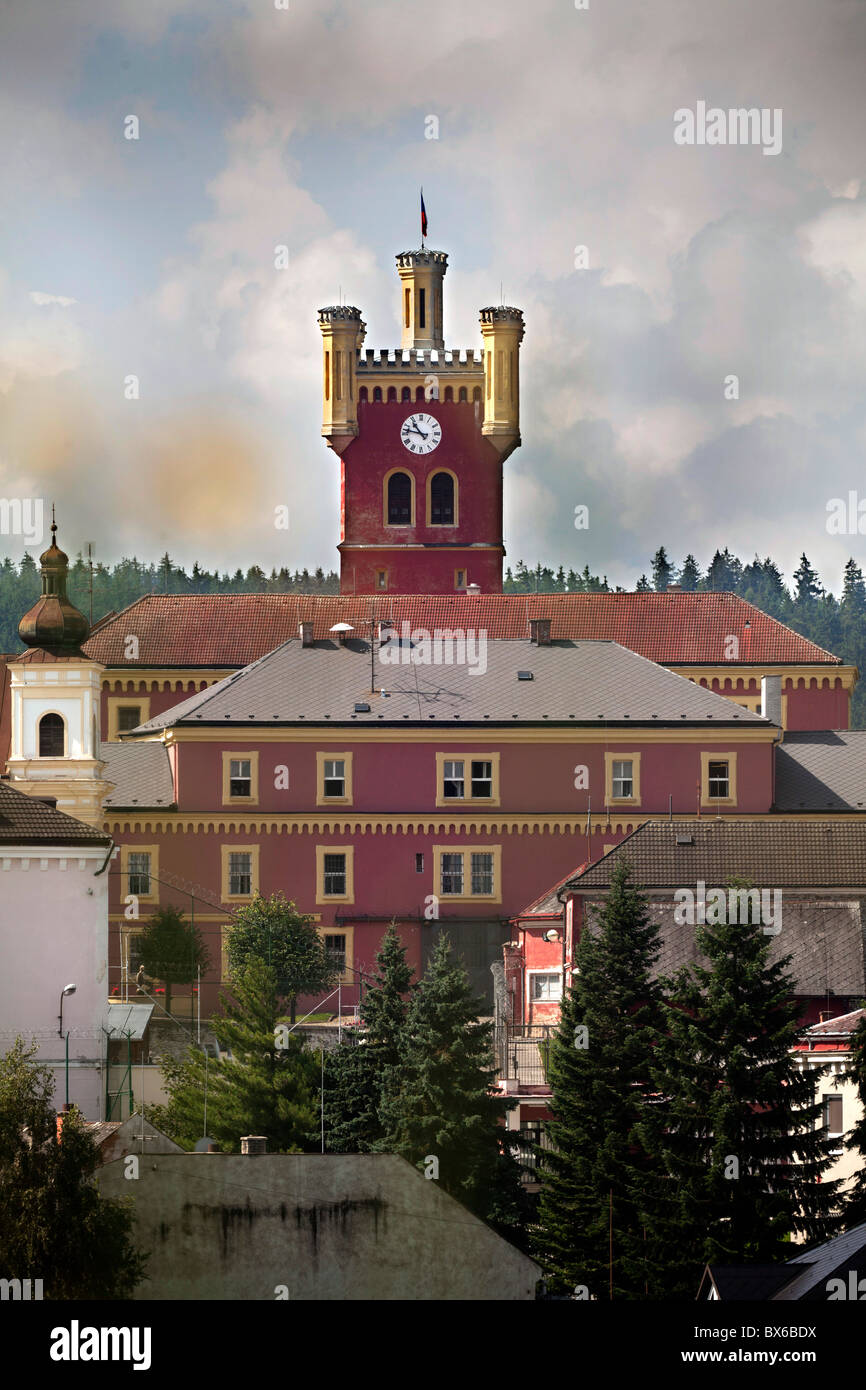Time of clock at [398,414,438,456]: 10:47
